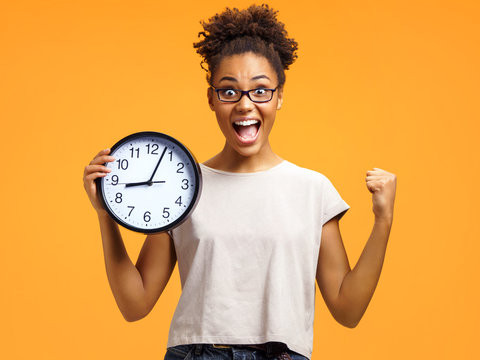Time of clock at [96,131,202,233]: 9:03
